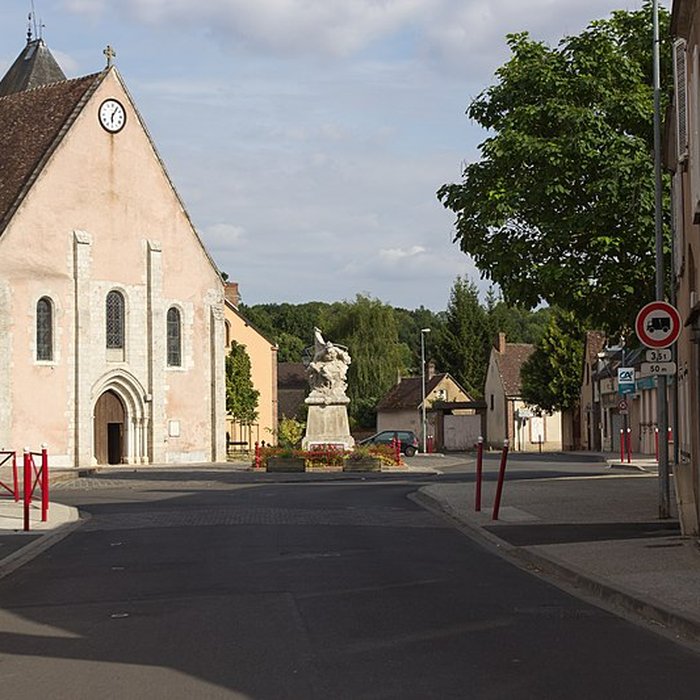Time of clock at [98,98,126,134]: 6:05
